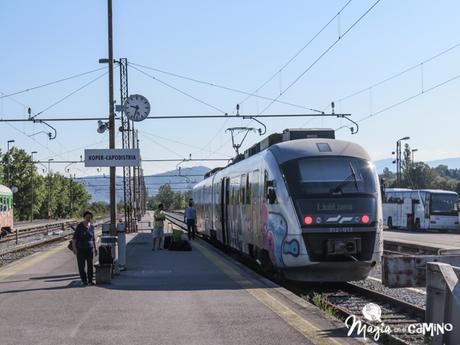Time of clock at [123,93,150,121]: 9:33
